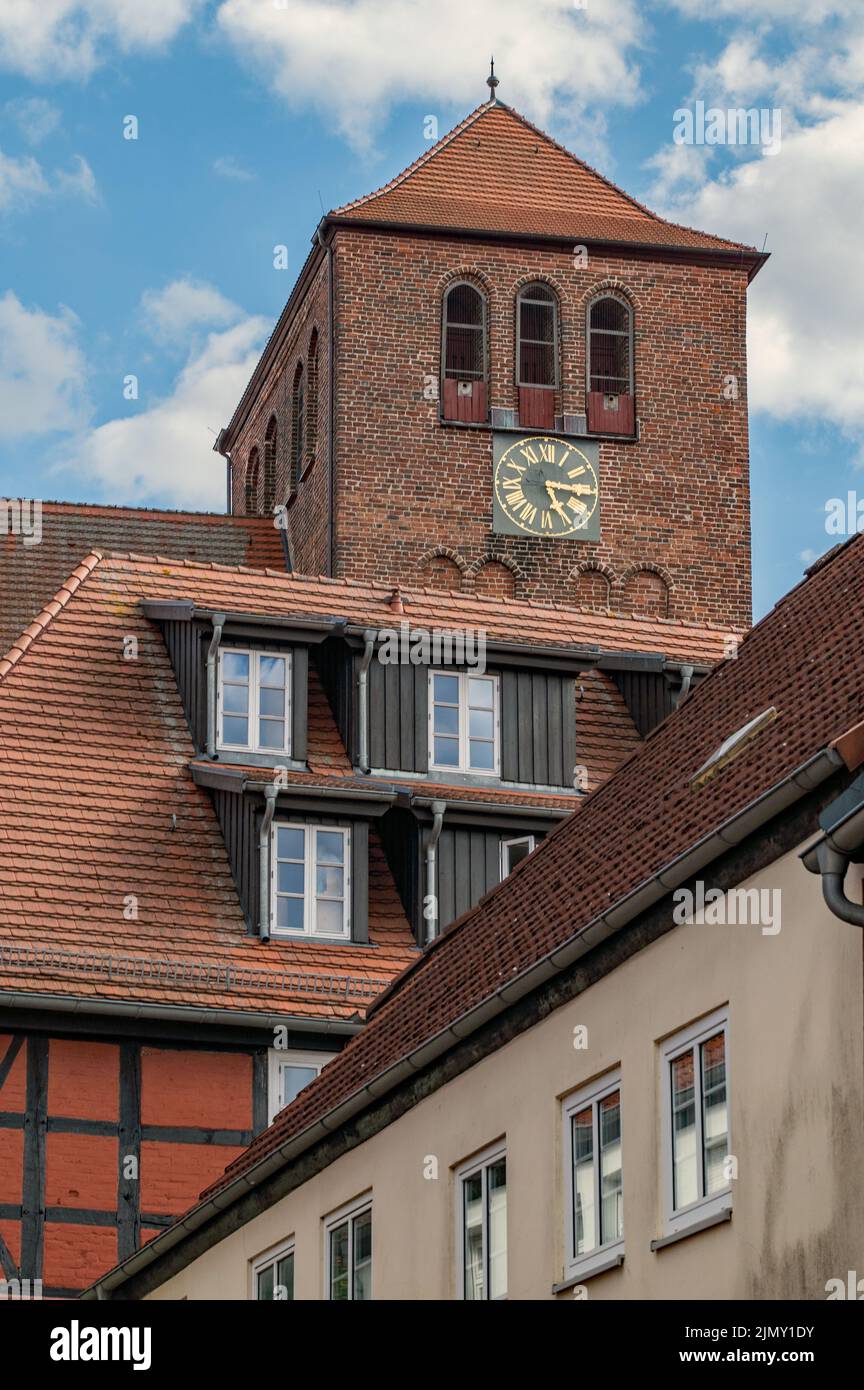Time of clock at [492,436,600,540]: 5:15
